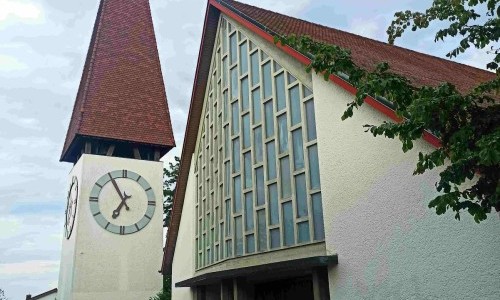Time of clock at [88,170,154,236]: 6:54
